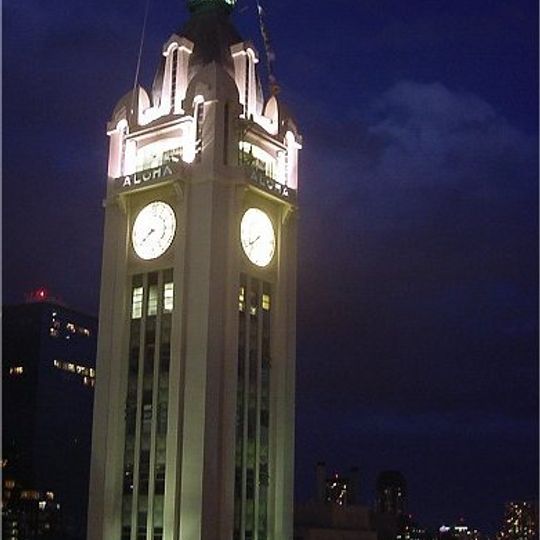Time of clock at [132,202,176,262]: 7:39
